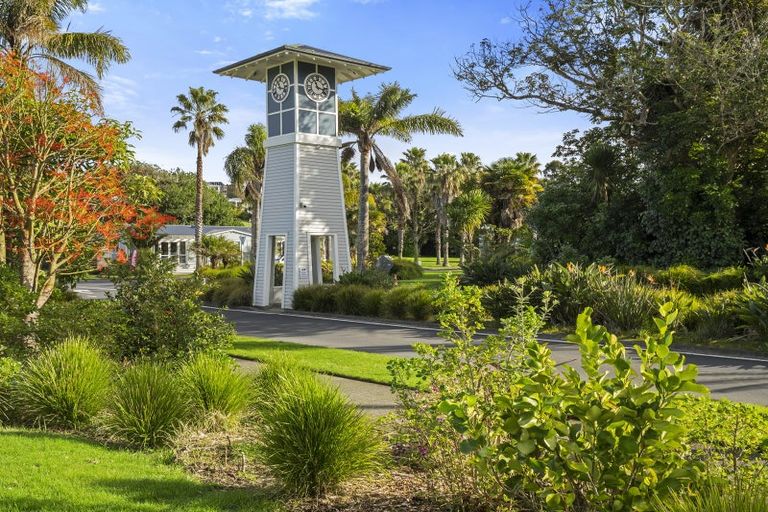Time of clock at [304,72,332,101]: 11:17
